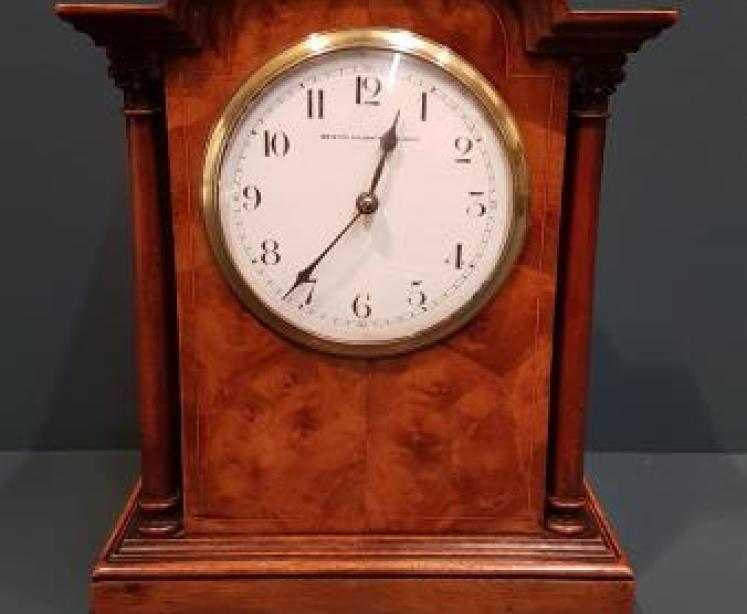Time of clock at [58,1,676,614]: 12:36
